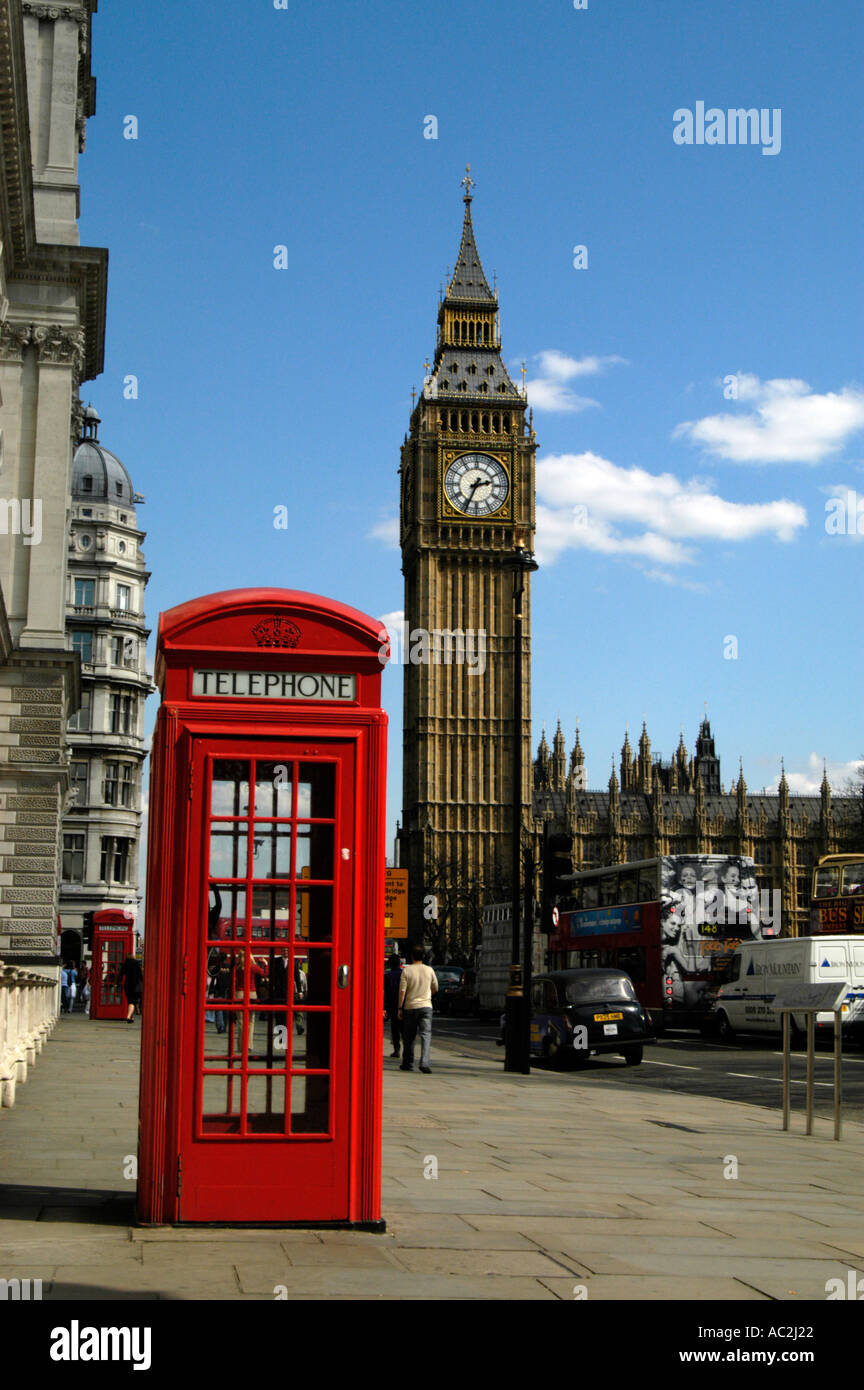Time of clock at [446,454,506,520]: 2:34
